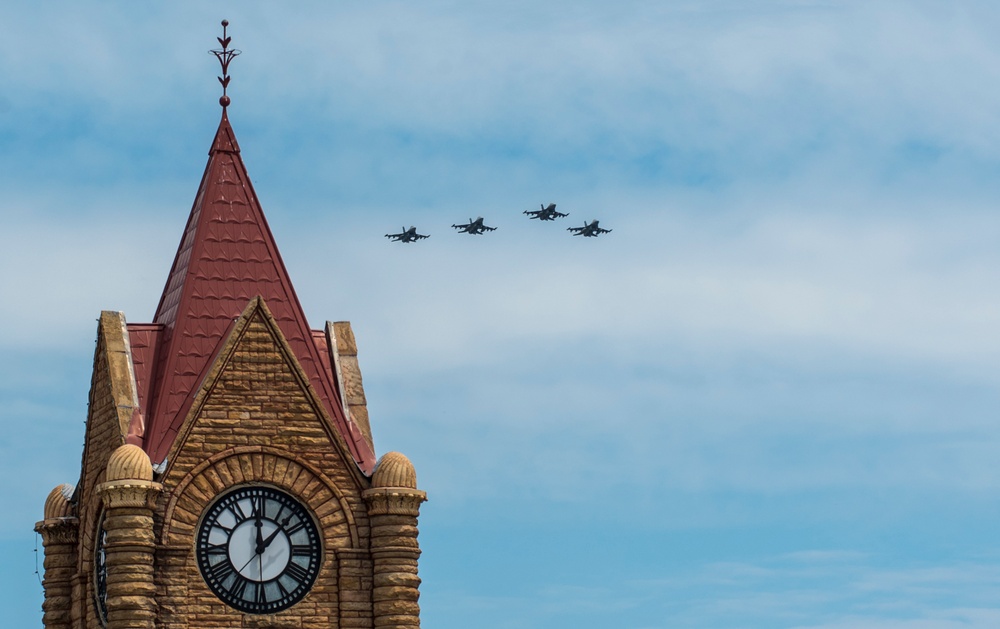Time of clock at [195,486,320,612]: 12:07
